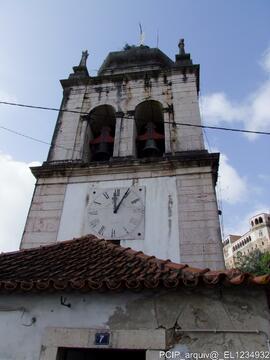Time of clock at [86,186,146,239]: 12:05
